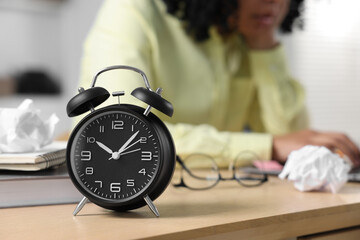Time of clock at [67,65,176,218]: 10:07
